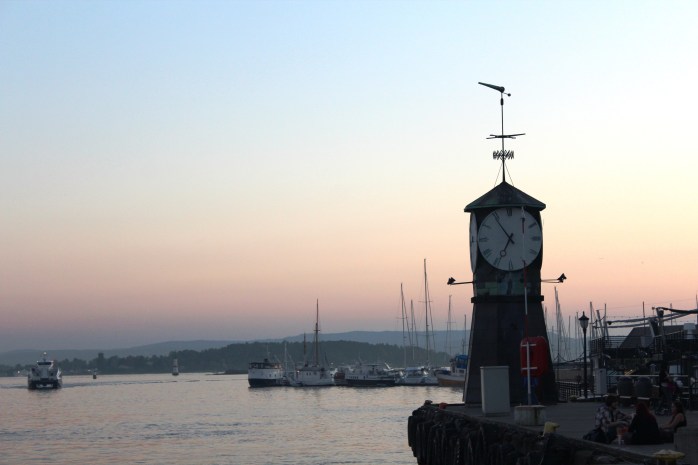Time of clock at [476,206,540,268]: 6:54
